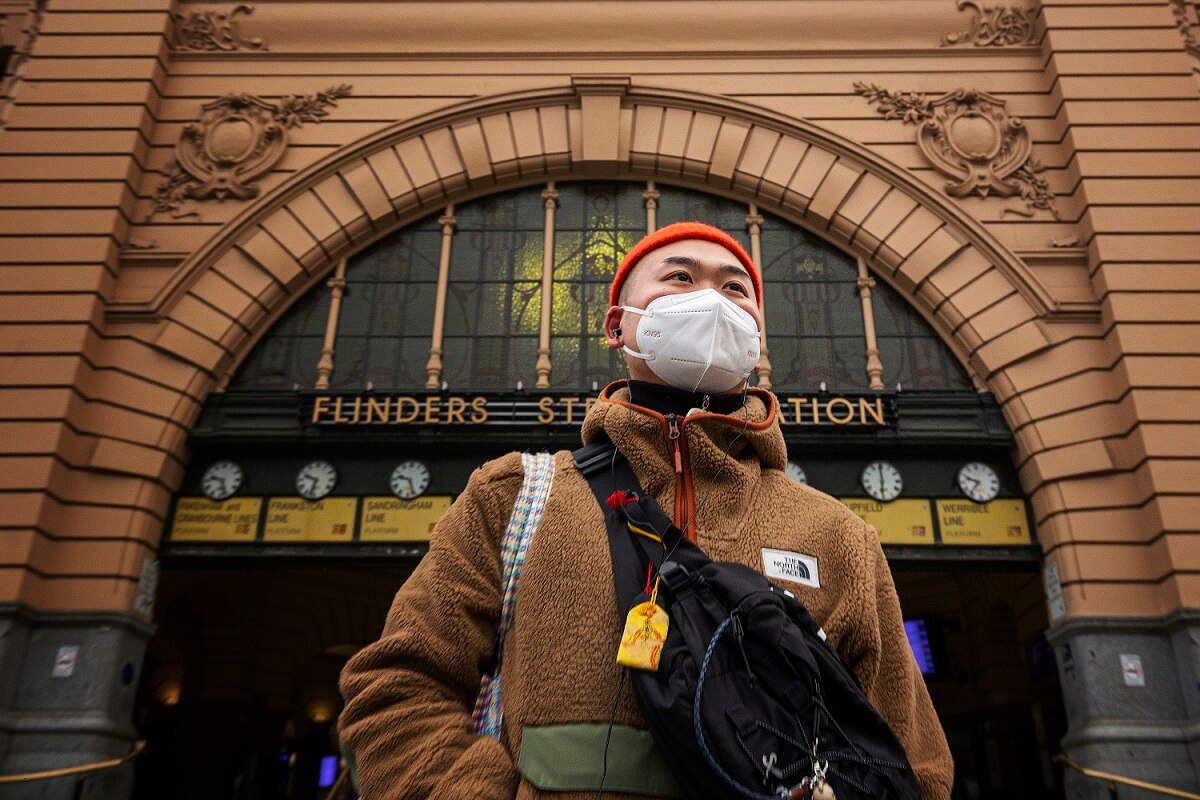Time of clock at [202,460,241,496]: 9:28
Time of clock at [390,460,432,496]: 9:27
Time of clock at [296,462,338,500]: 9:33
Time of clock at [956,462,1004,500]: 9:36
